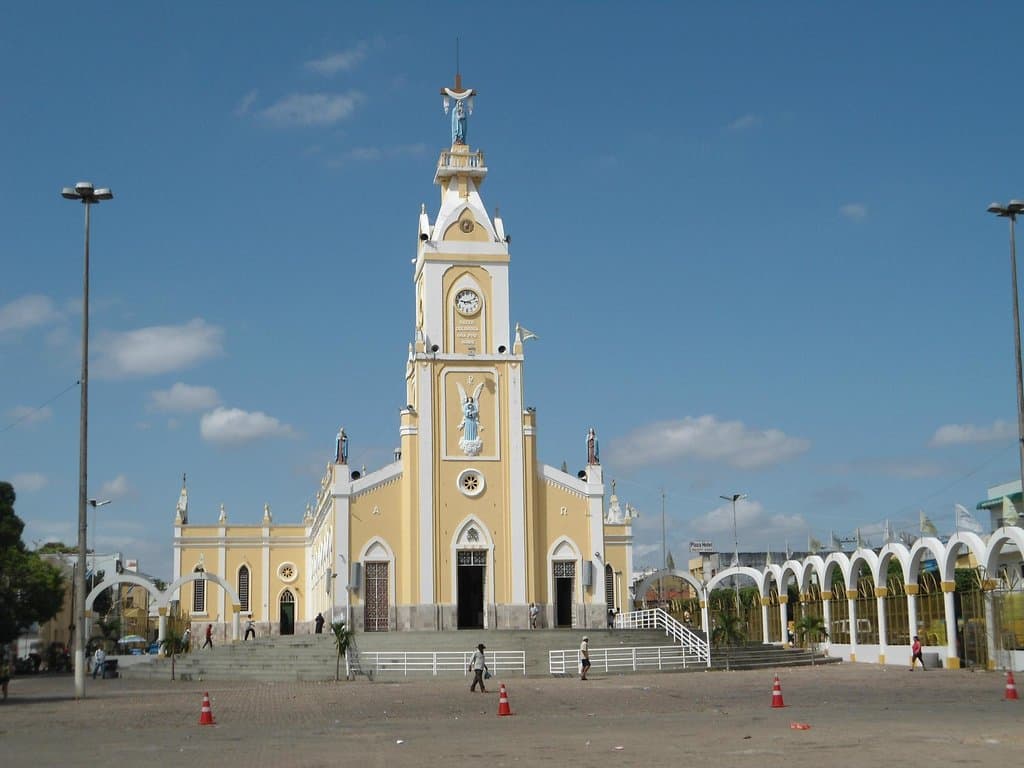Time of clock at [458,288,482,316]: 9:11
